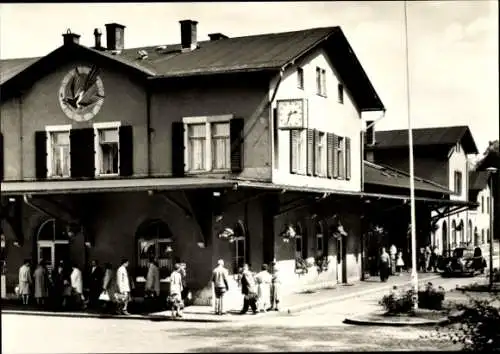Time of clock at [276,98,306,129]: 2:33
